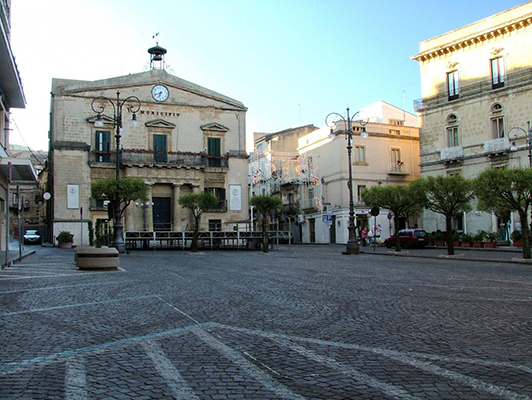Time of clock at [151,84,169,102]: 6:41
